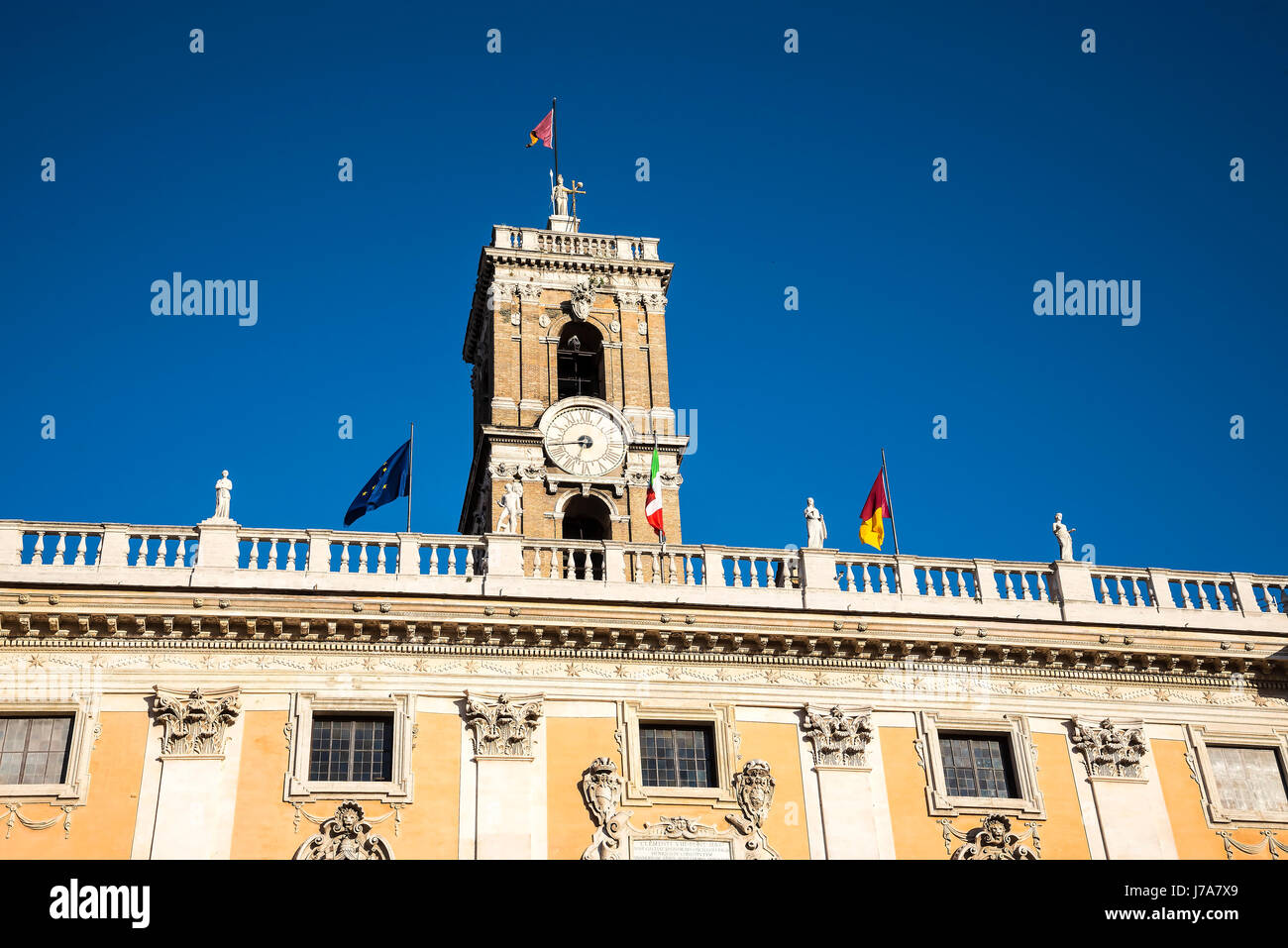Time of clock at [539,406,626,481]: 6:43
